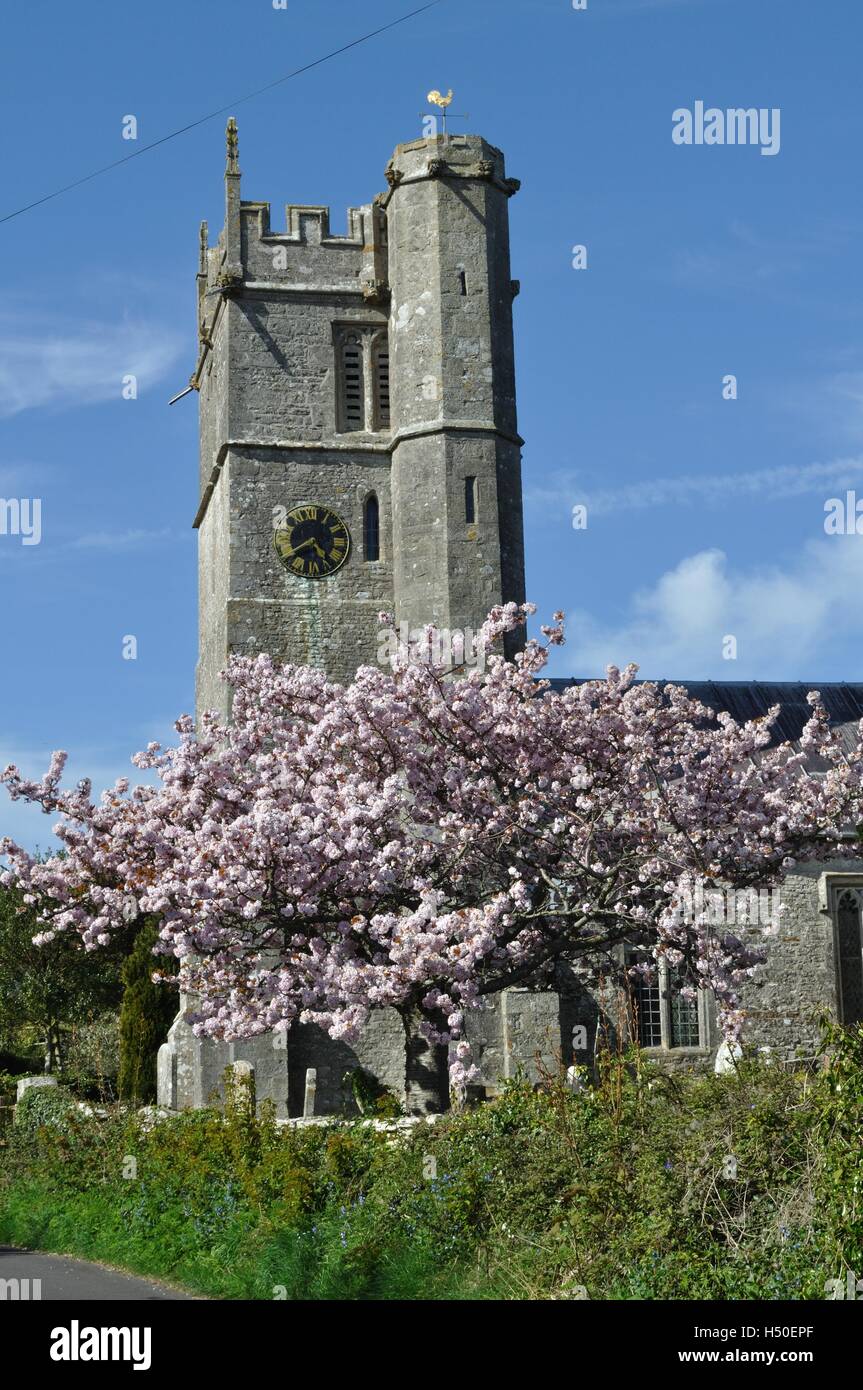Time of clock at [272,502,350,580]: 4:39
